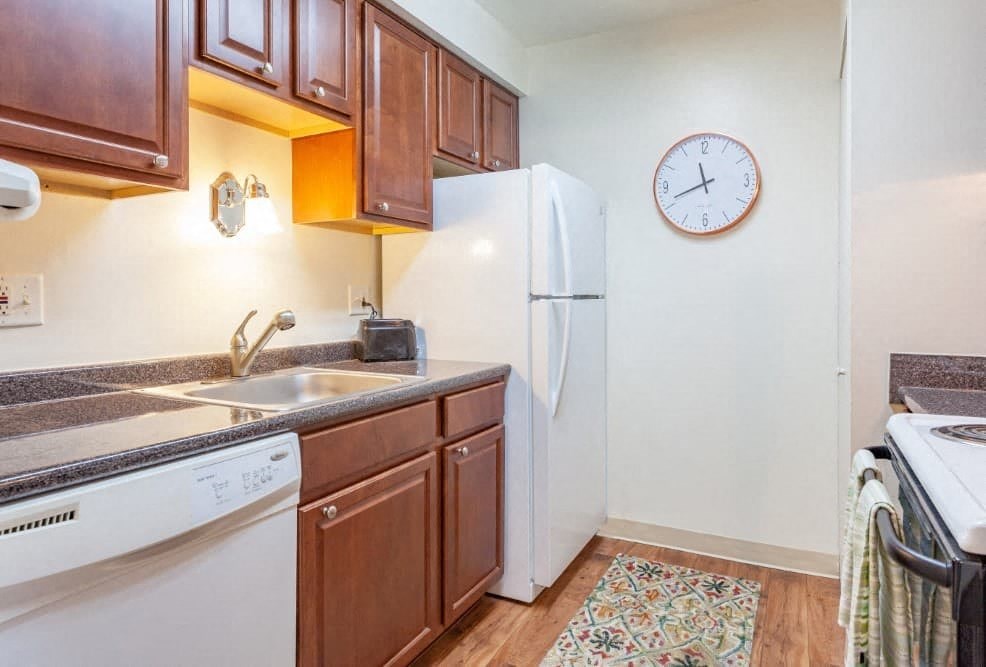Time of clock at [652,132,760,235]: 11:41
